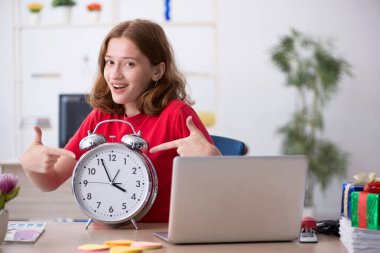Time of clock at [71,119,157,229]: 3:55
